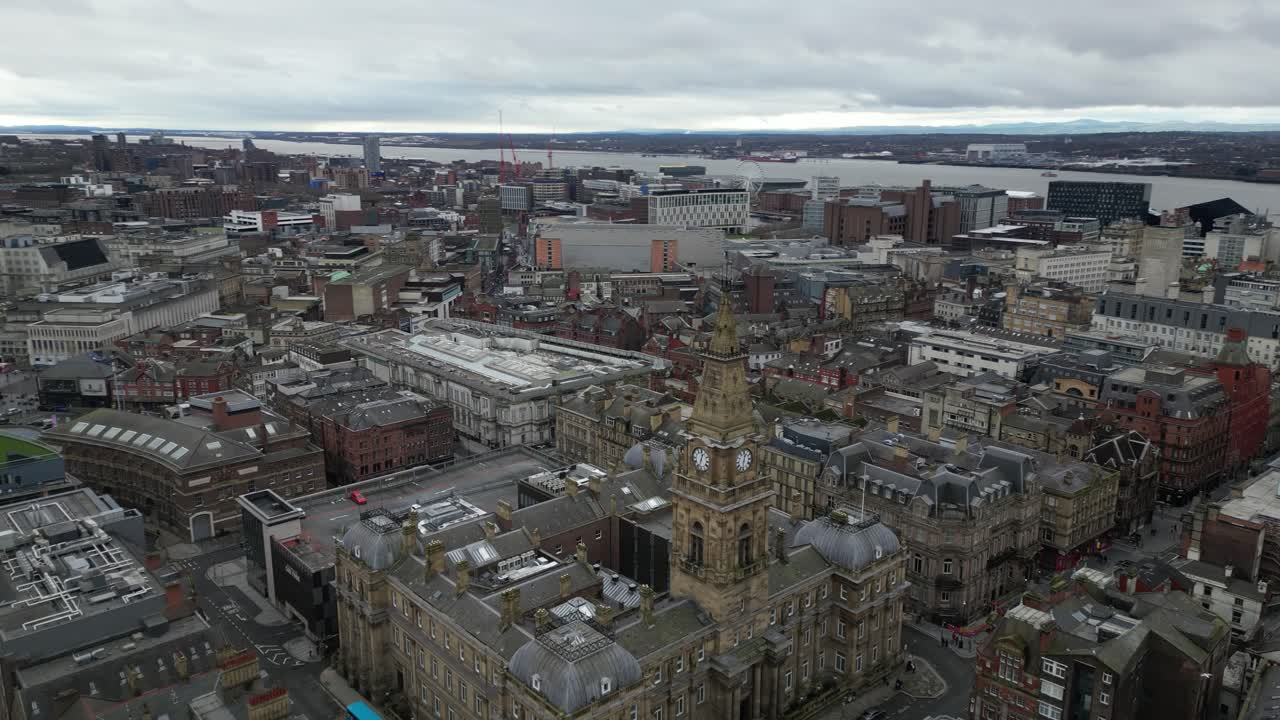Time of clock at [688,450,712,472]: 12:32
